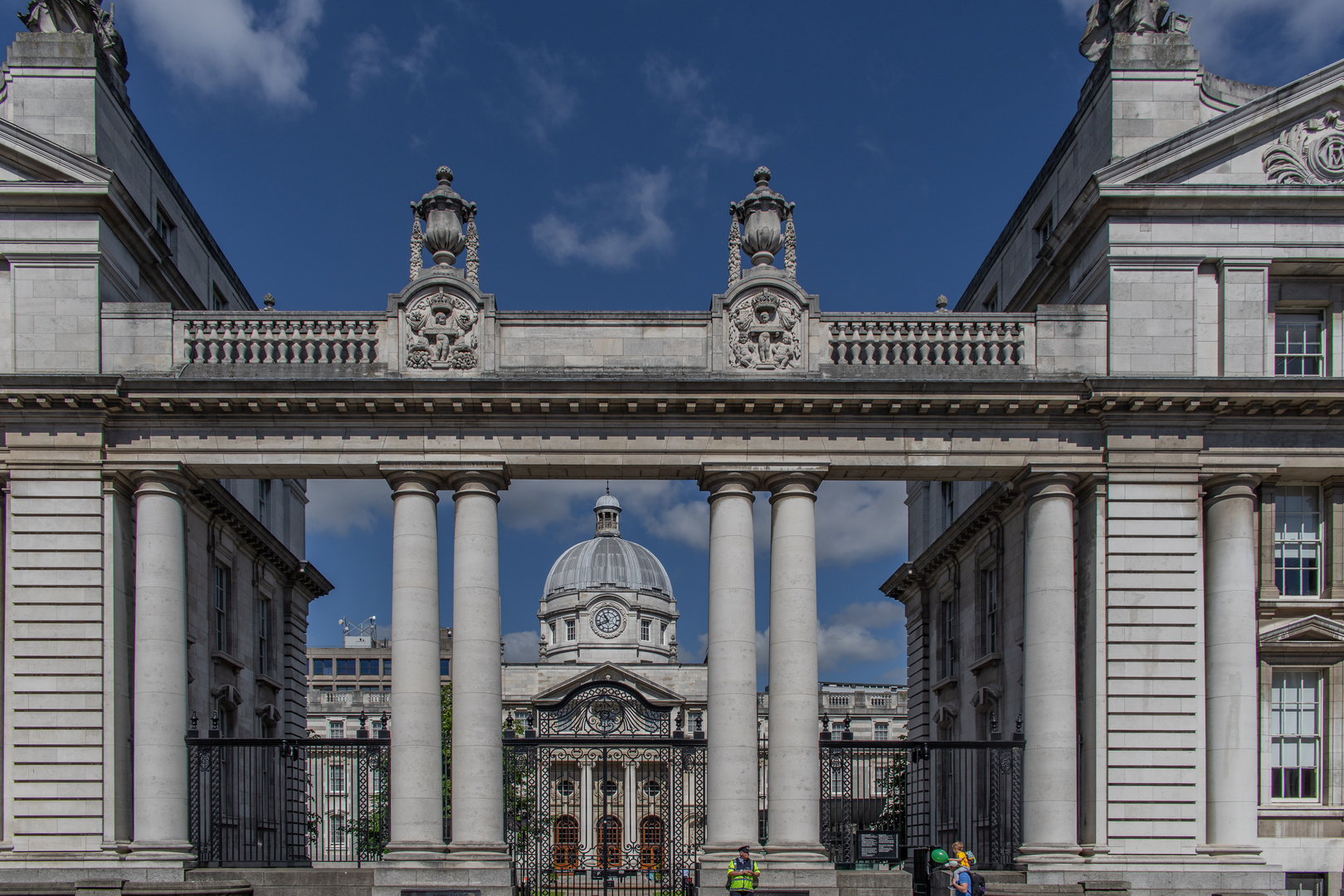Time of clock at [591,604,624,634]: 10:41
